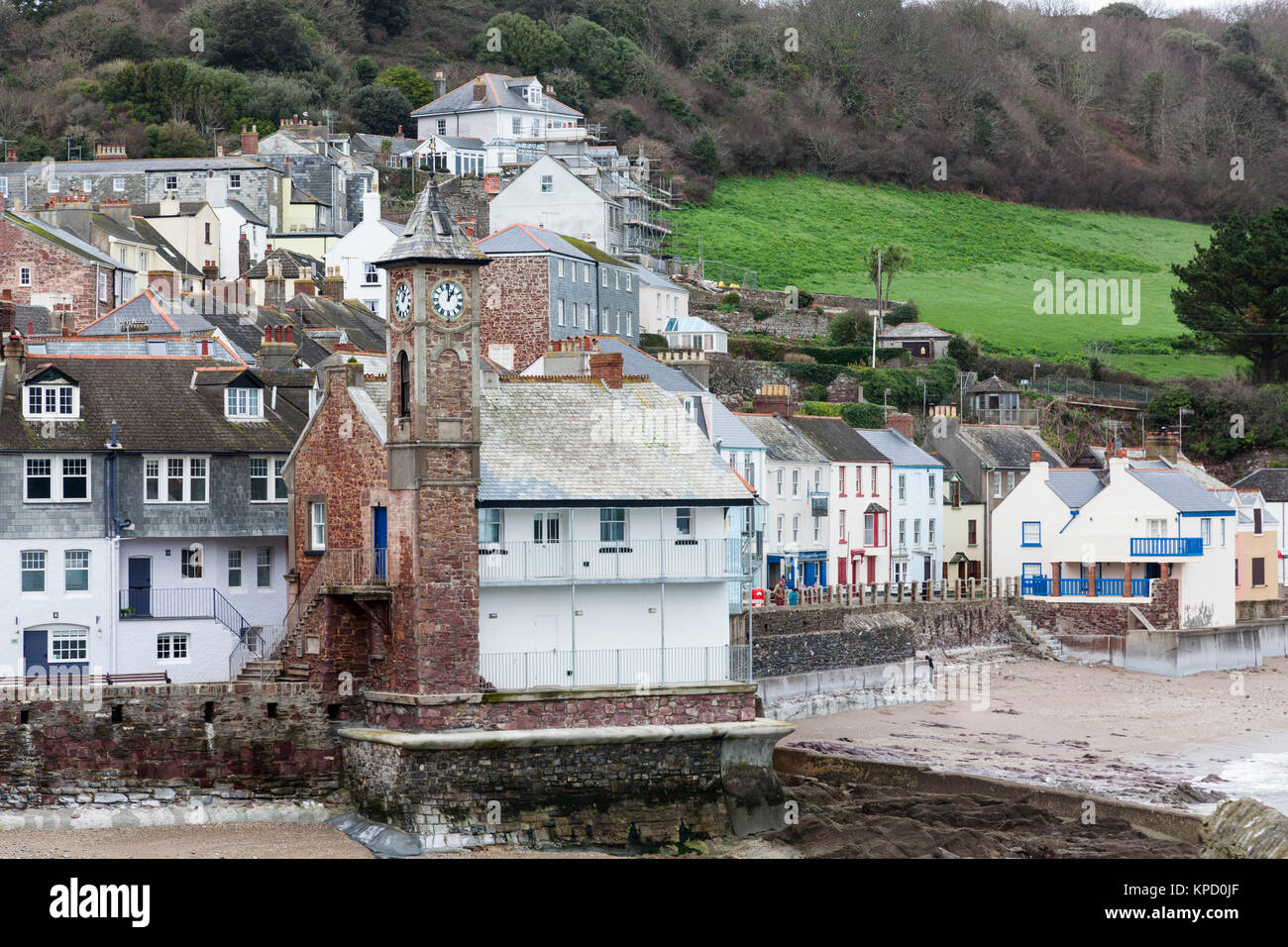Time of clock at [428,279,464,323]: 1:00
